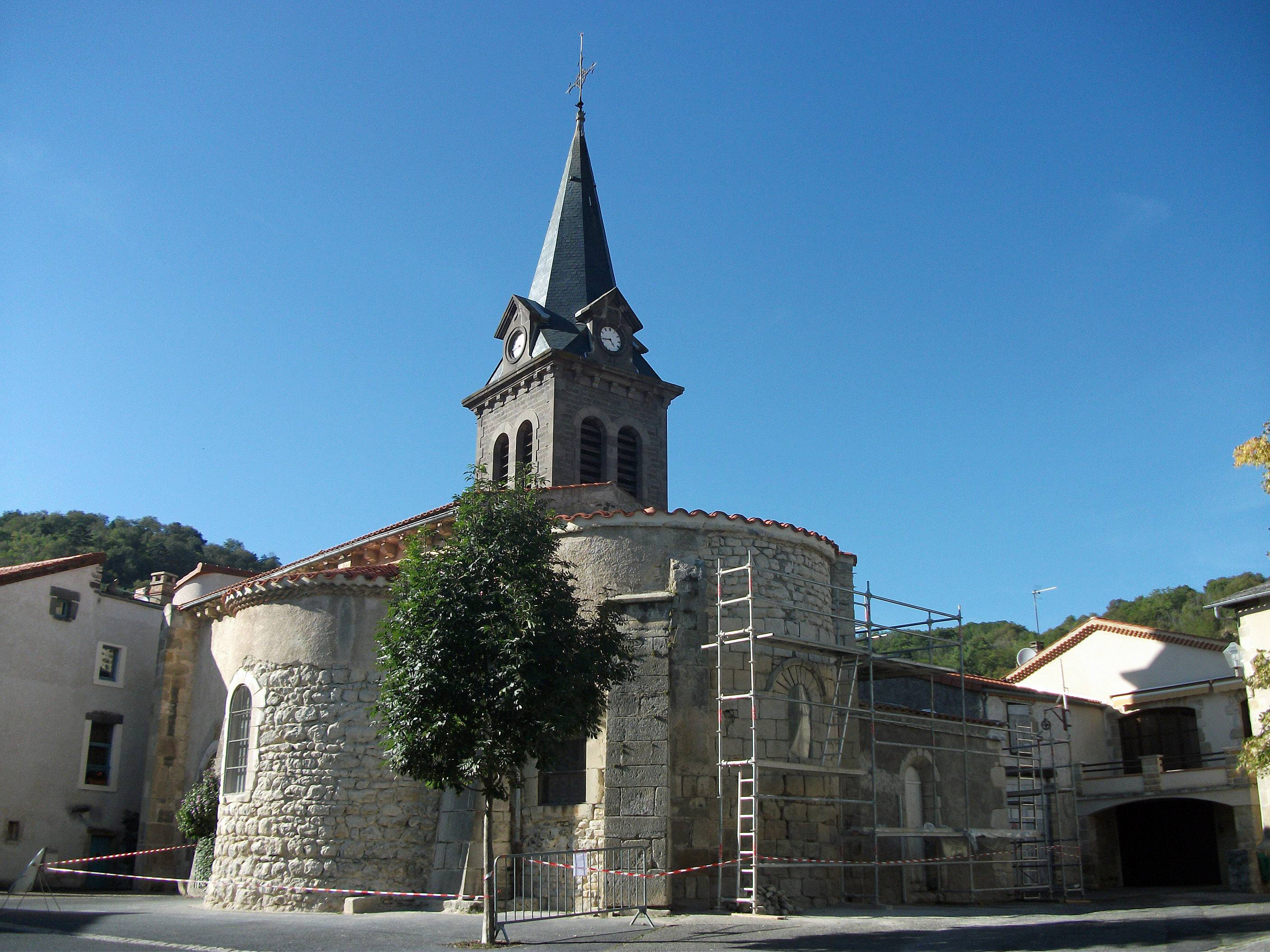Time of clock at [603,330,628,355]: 4:43
